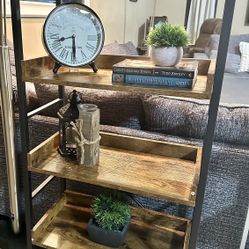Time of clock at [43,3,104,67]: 8:29
